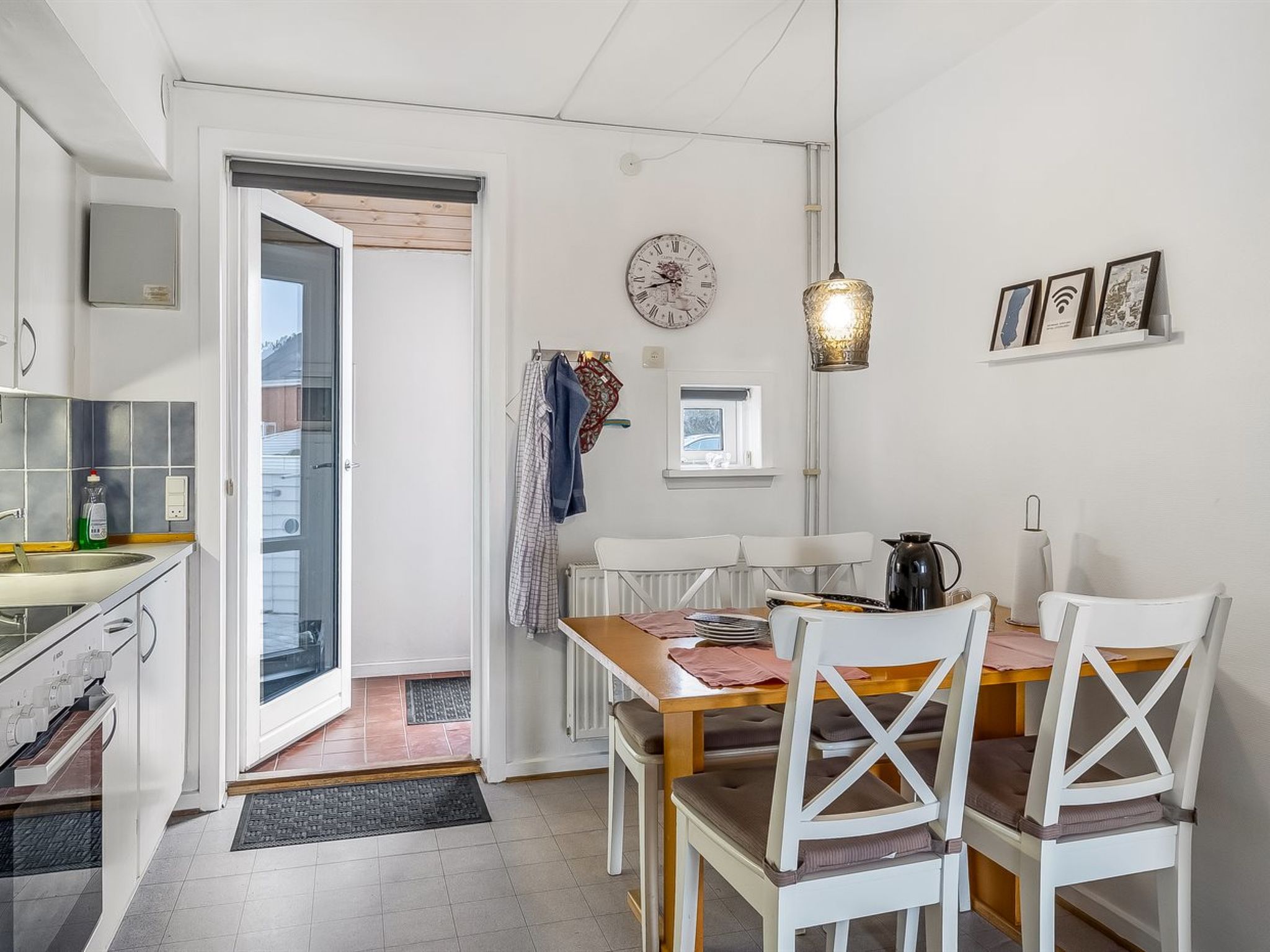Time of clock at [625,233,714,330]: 9:42
